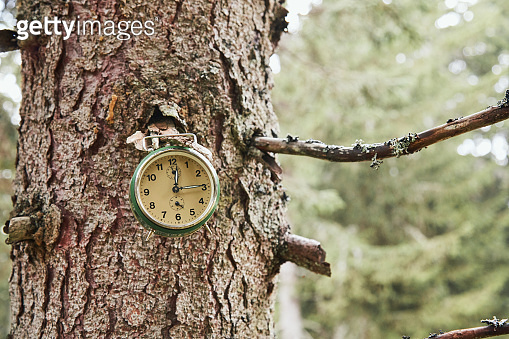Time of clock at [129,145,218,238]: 12:14
